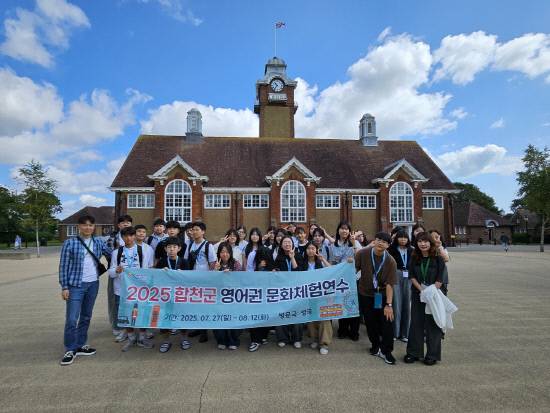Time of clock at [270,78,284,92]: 10:36
